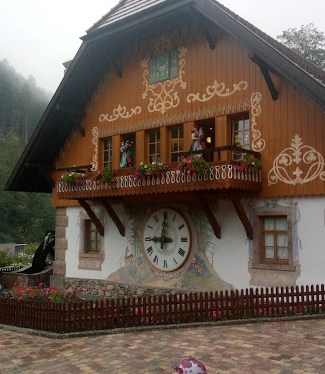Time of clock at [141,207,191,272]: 9:00
